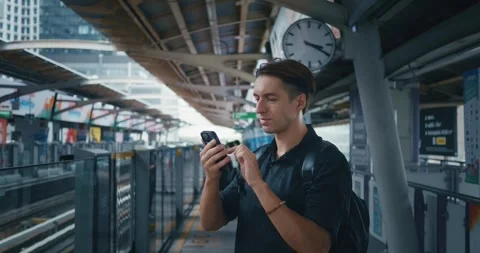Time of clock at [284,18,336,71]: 3:19
